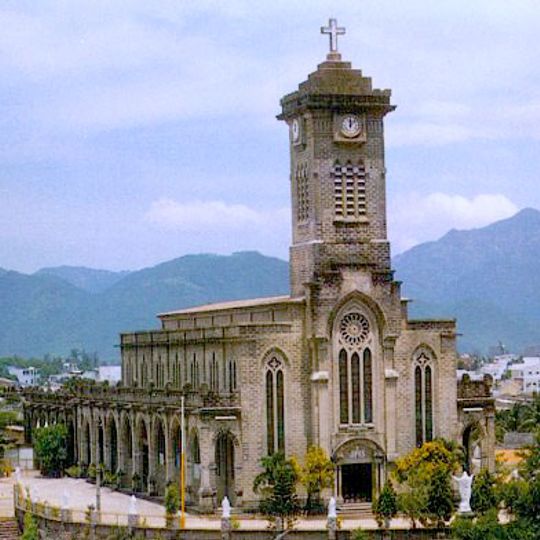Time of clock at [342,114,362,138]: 12:07
